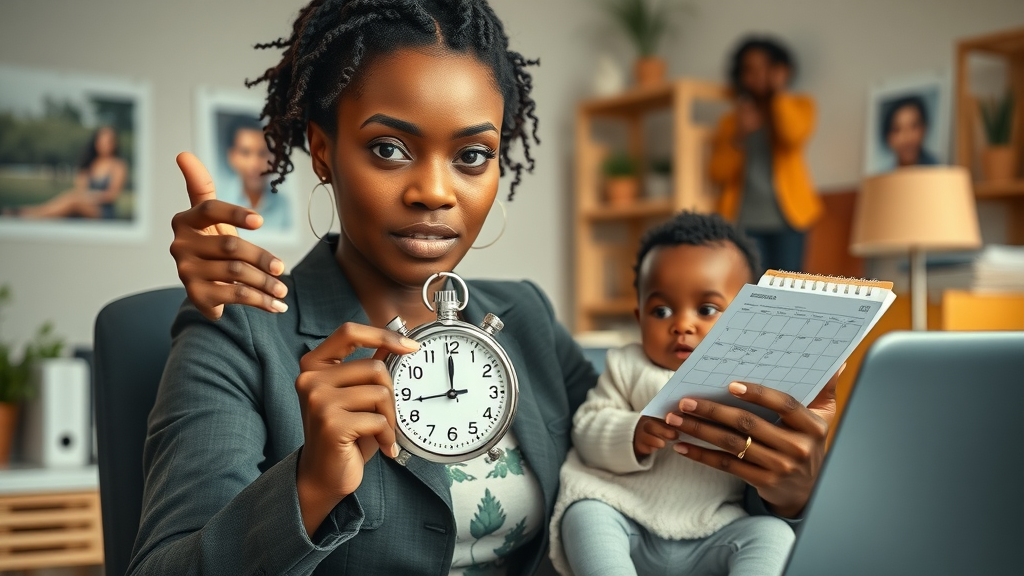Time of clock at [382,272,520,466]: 11:43
